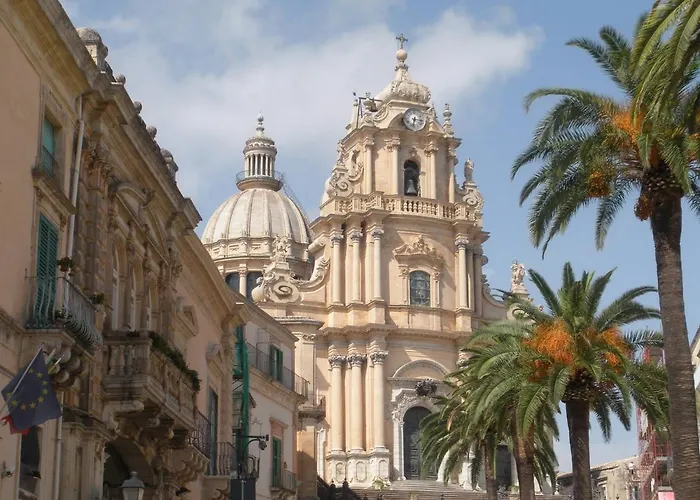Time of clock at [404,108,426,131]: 6:15
